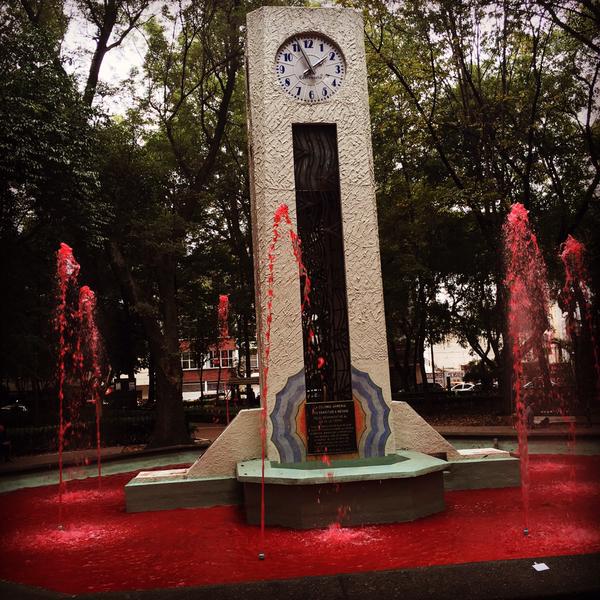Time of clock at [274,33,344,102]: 1:56
